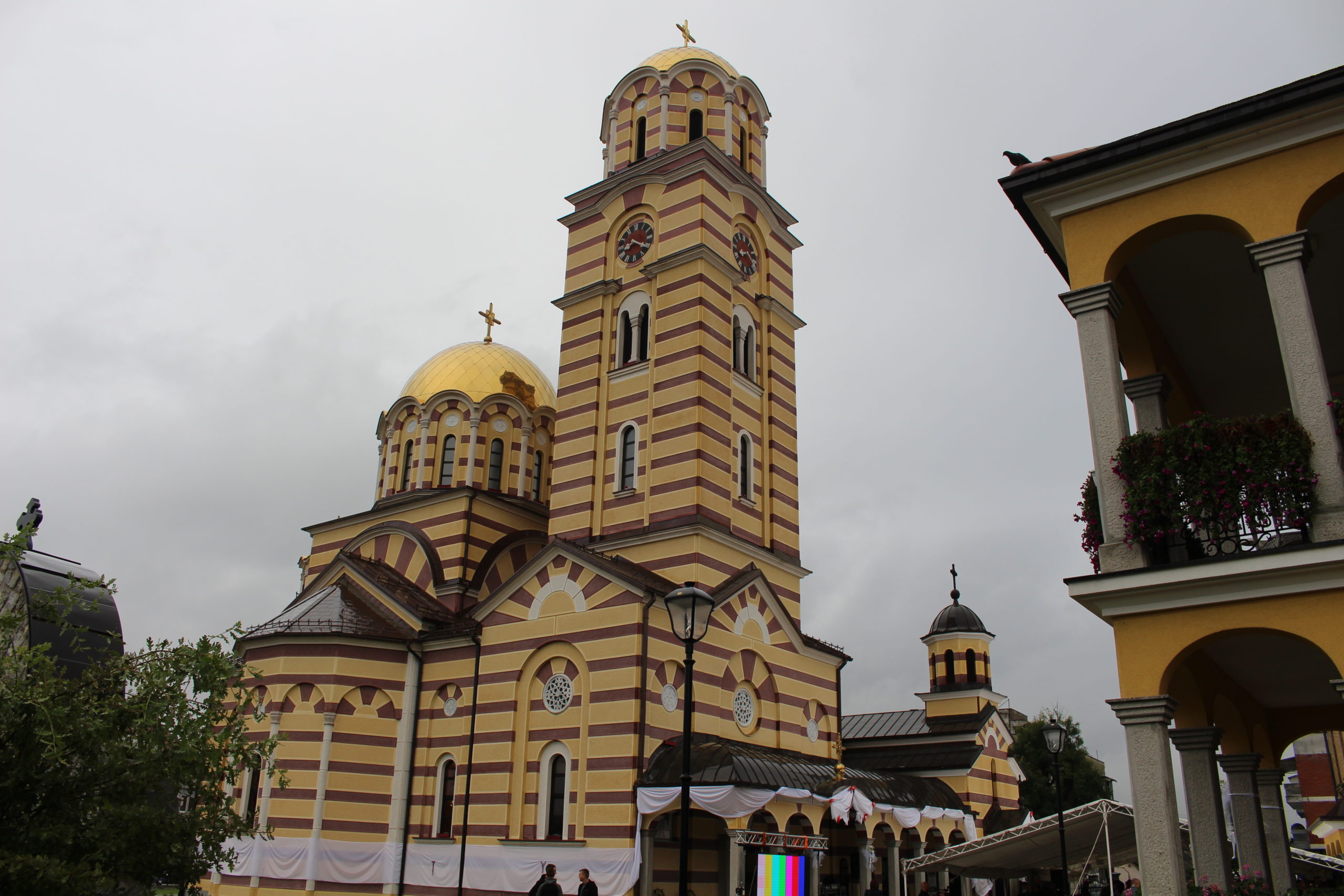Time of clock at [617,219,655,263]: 8:20
